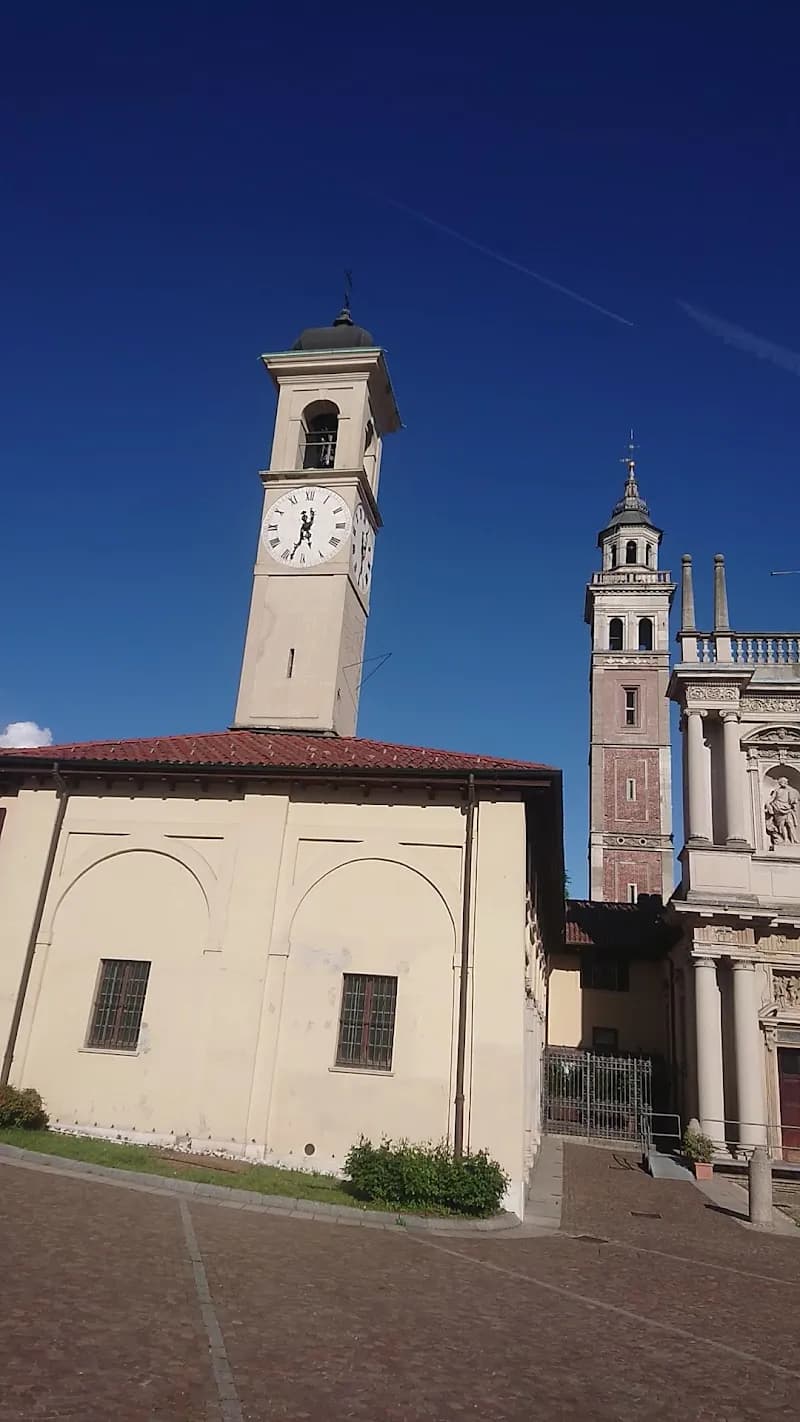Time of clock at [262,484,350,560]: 5:33
